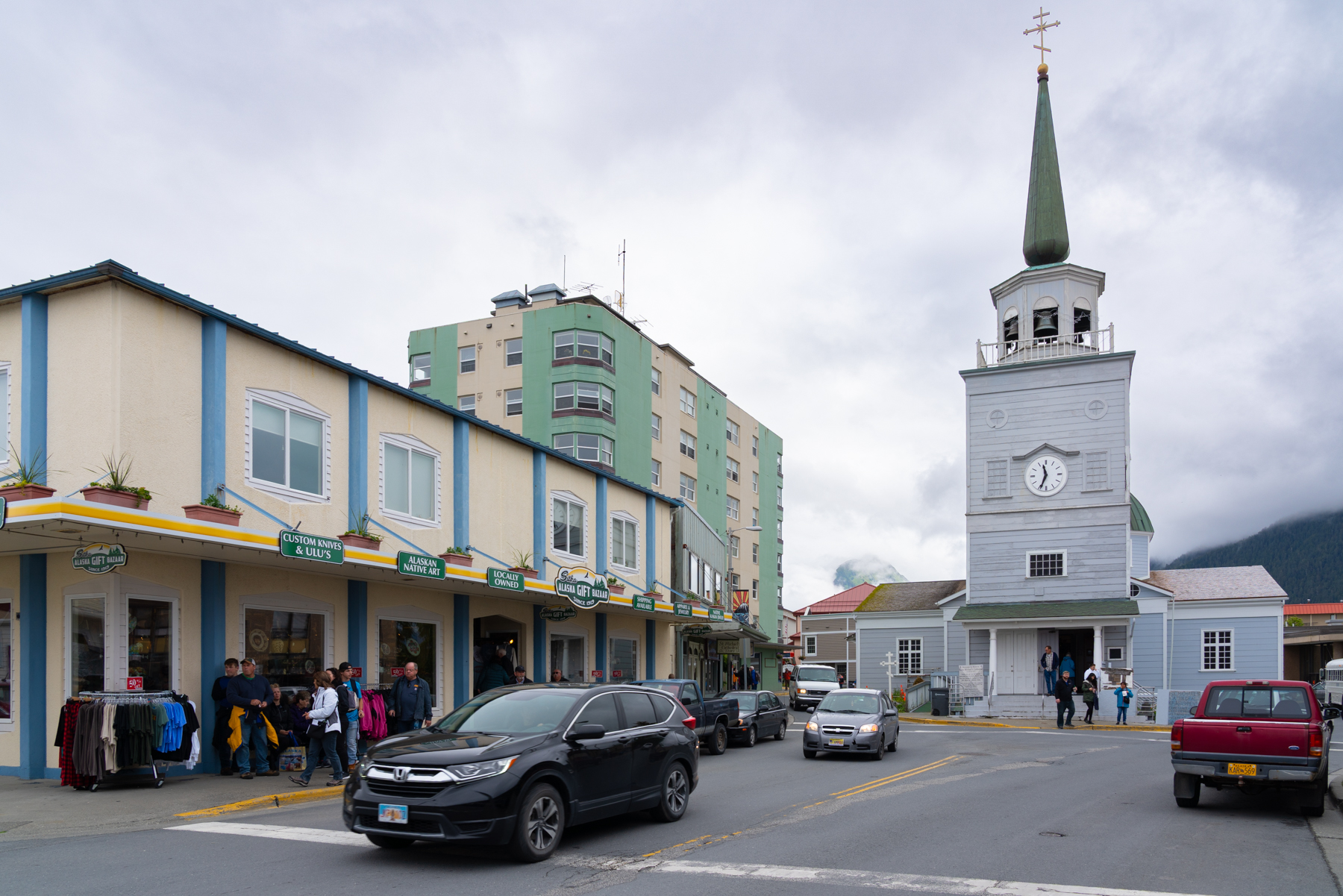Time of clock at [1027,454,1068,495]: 11:33
